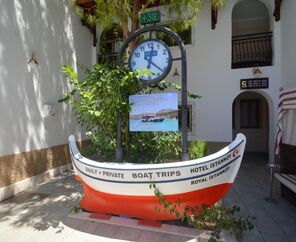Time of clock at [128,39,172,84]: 12:21
